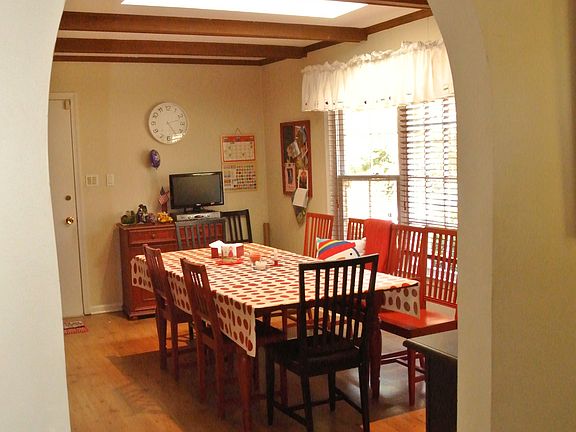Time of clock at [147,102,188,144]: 2:24
